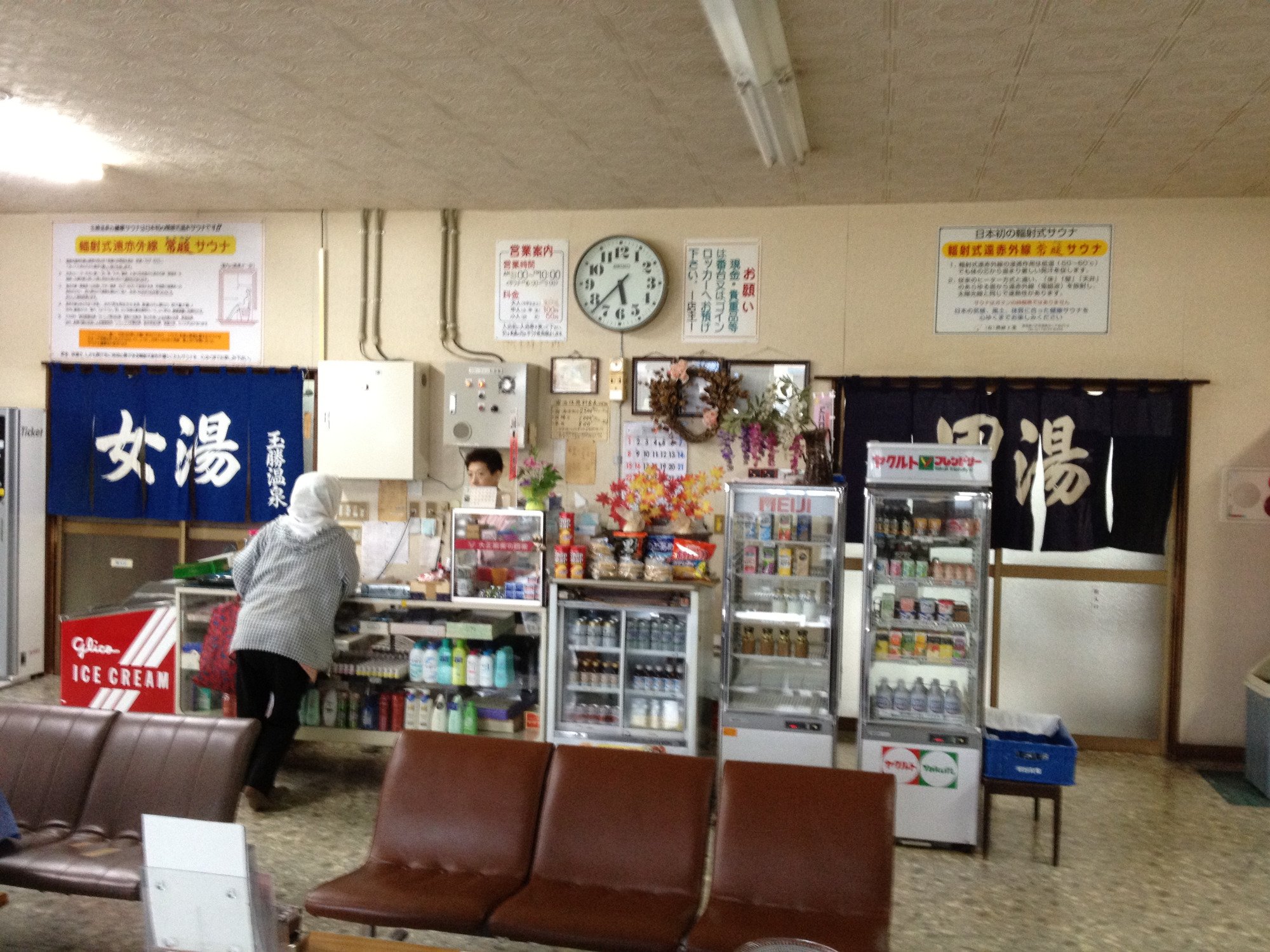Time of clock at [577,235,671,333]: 5:37
